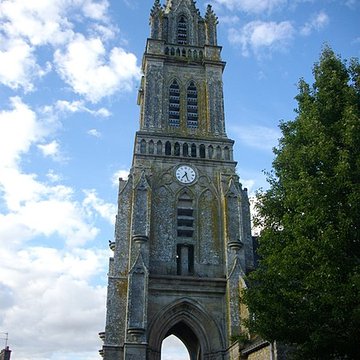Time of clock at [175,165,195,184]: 7:26
